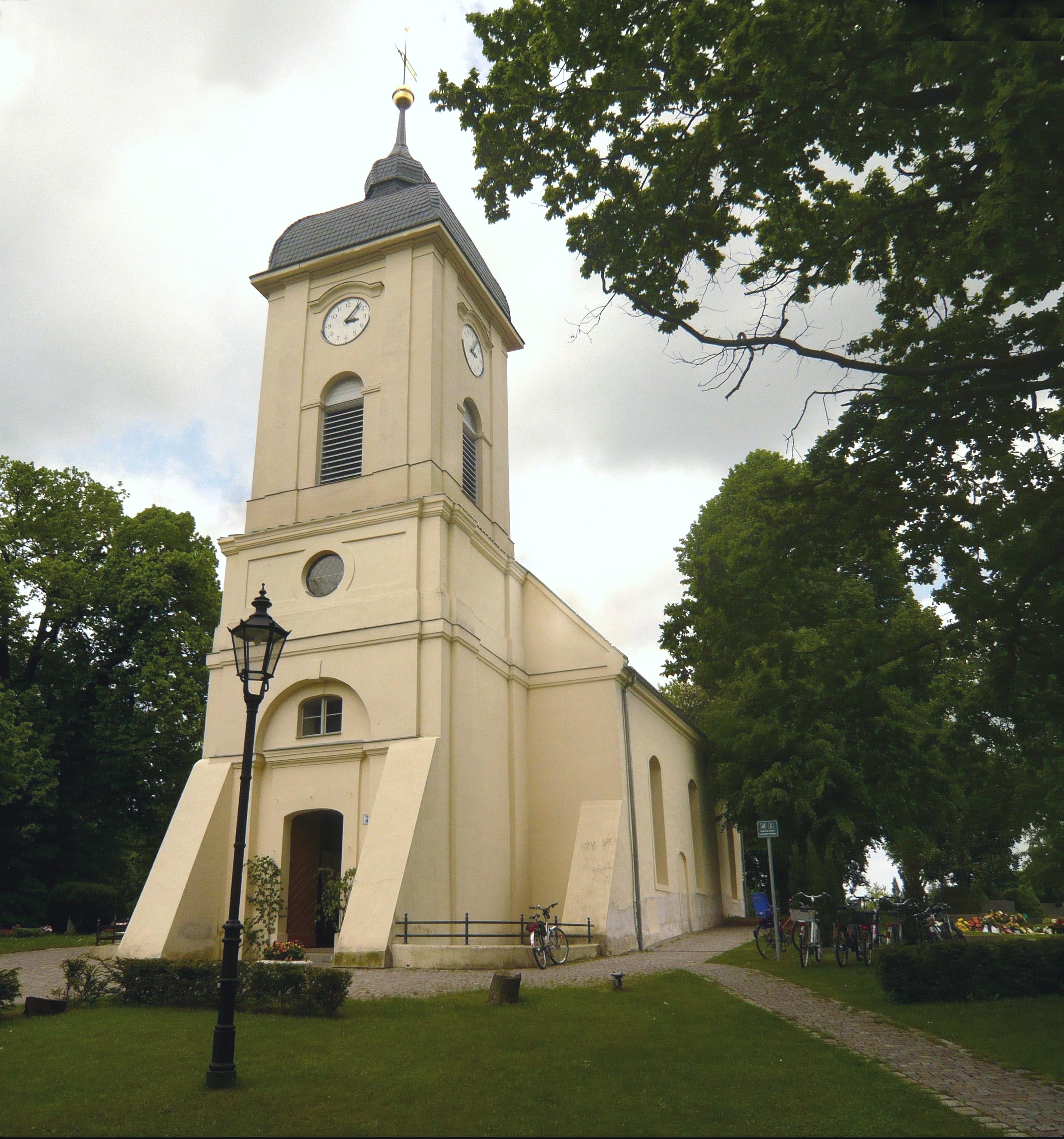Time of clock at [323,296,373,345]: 3:06
